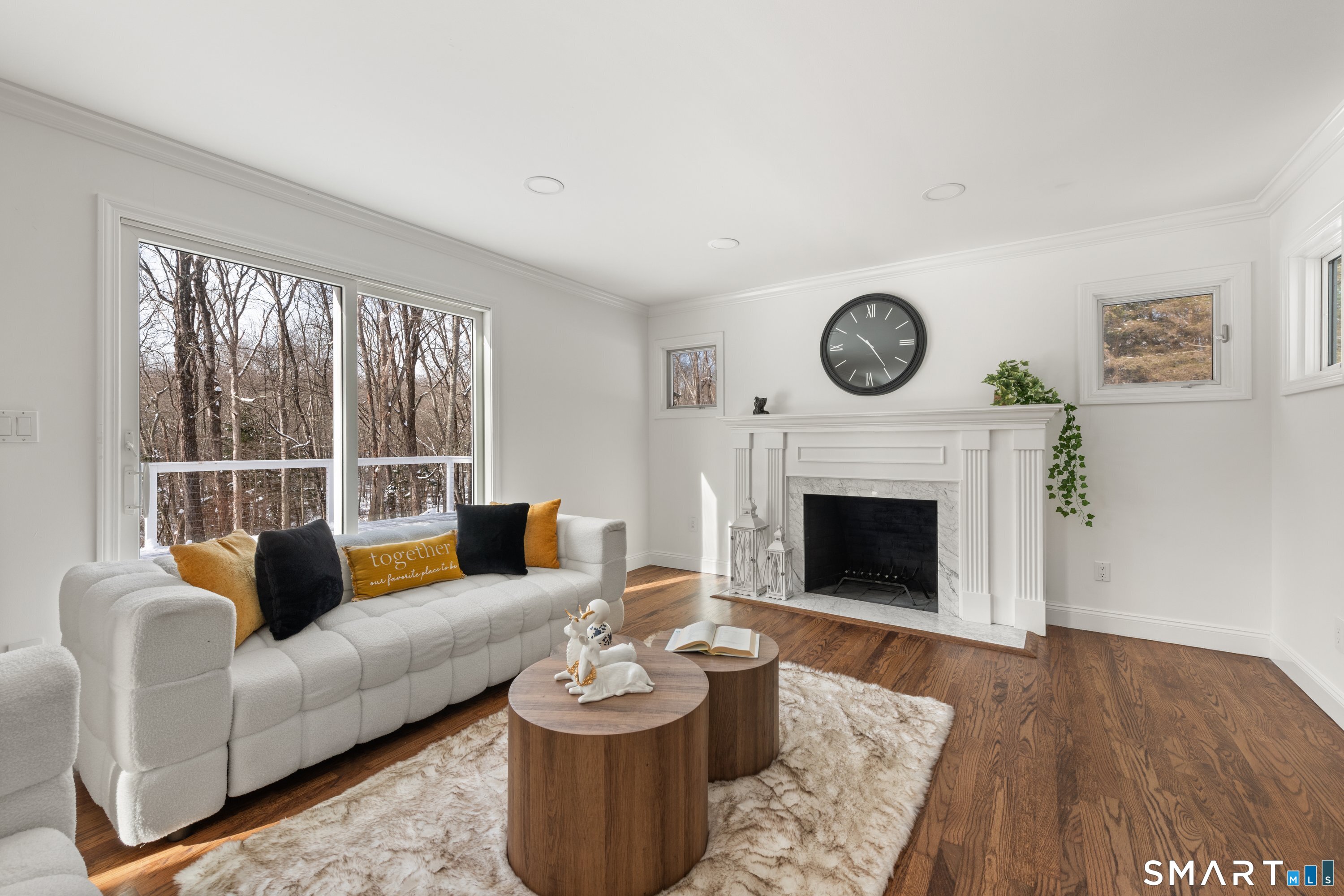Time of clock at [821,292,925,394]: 10:24
